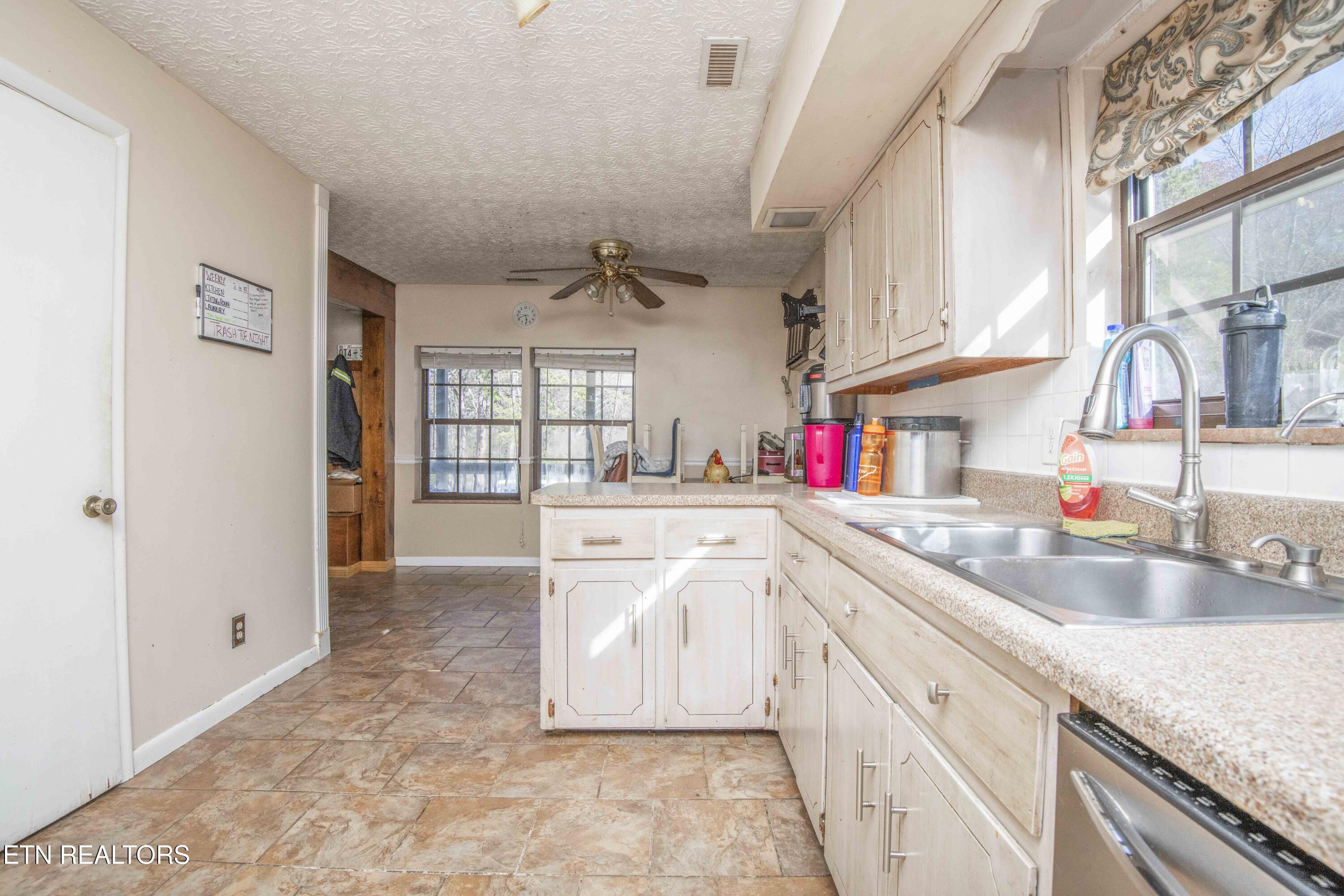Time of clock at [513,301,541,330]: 5:41
